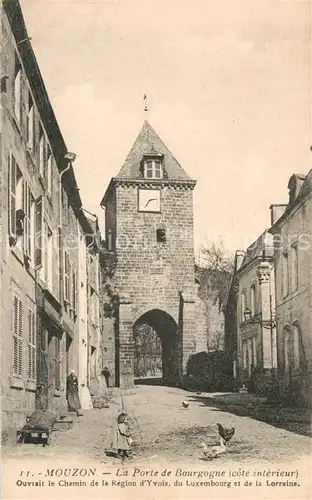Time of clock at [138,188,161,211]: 2:35
